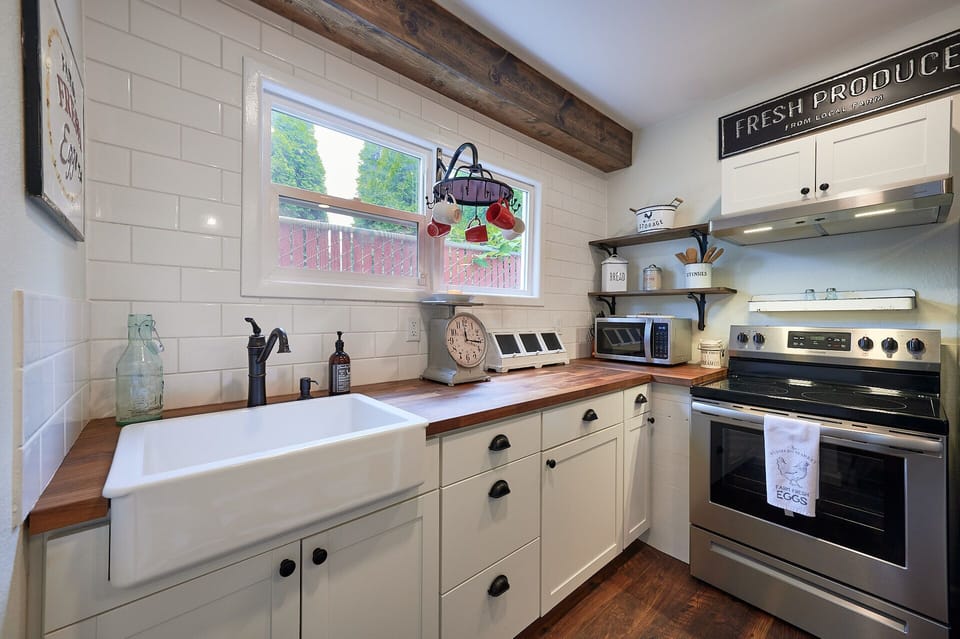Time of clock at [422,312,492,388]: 12:16
